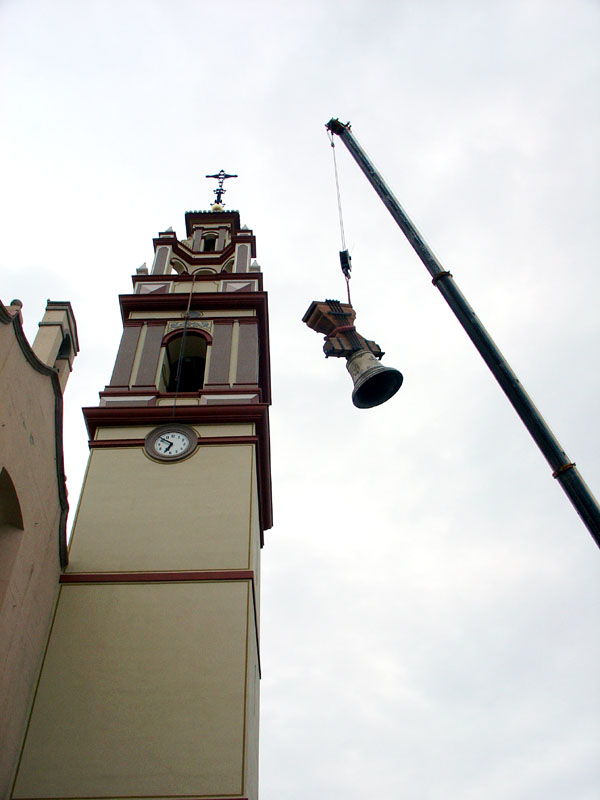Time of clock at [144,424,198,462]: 6:52
